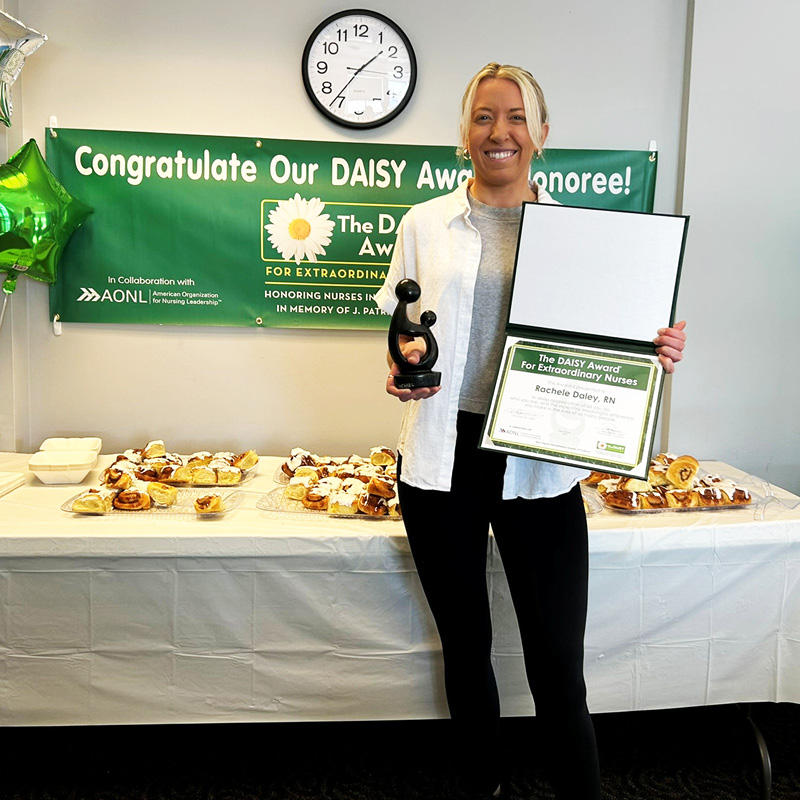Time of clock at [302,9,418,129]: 1:36
